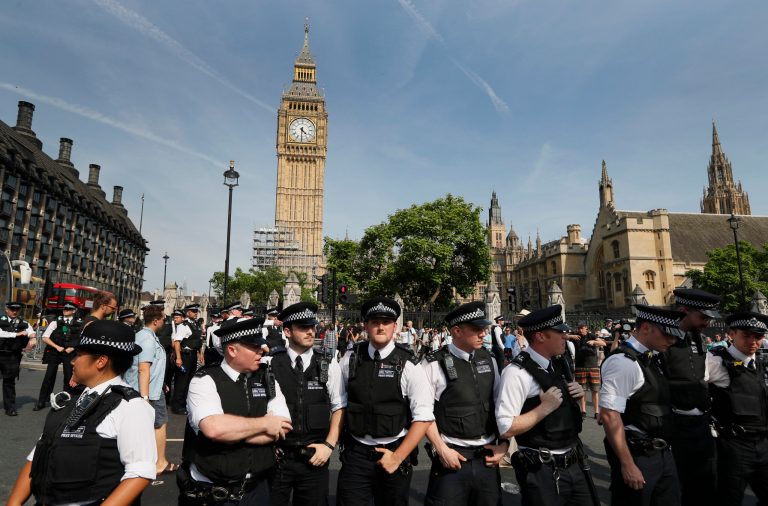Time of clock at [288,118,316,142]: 4:30
